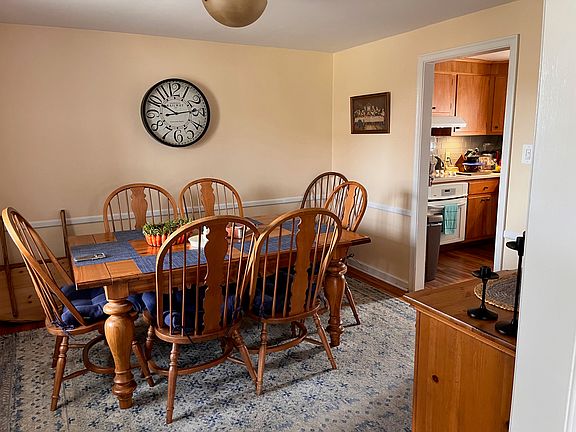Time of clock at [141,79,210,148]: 10:13
